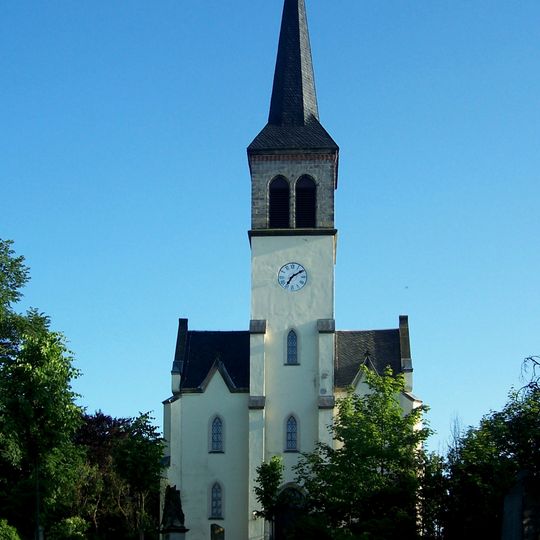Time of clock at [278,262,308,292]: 7:09
